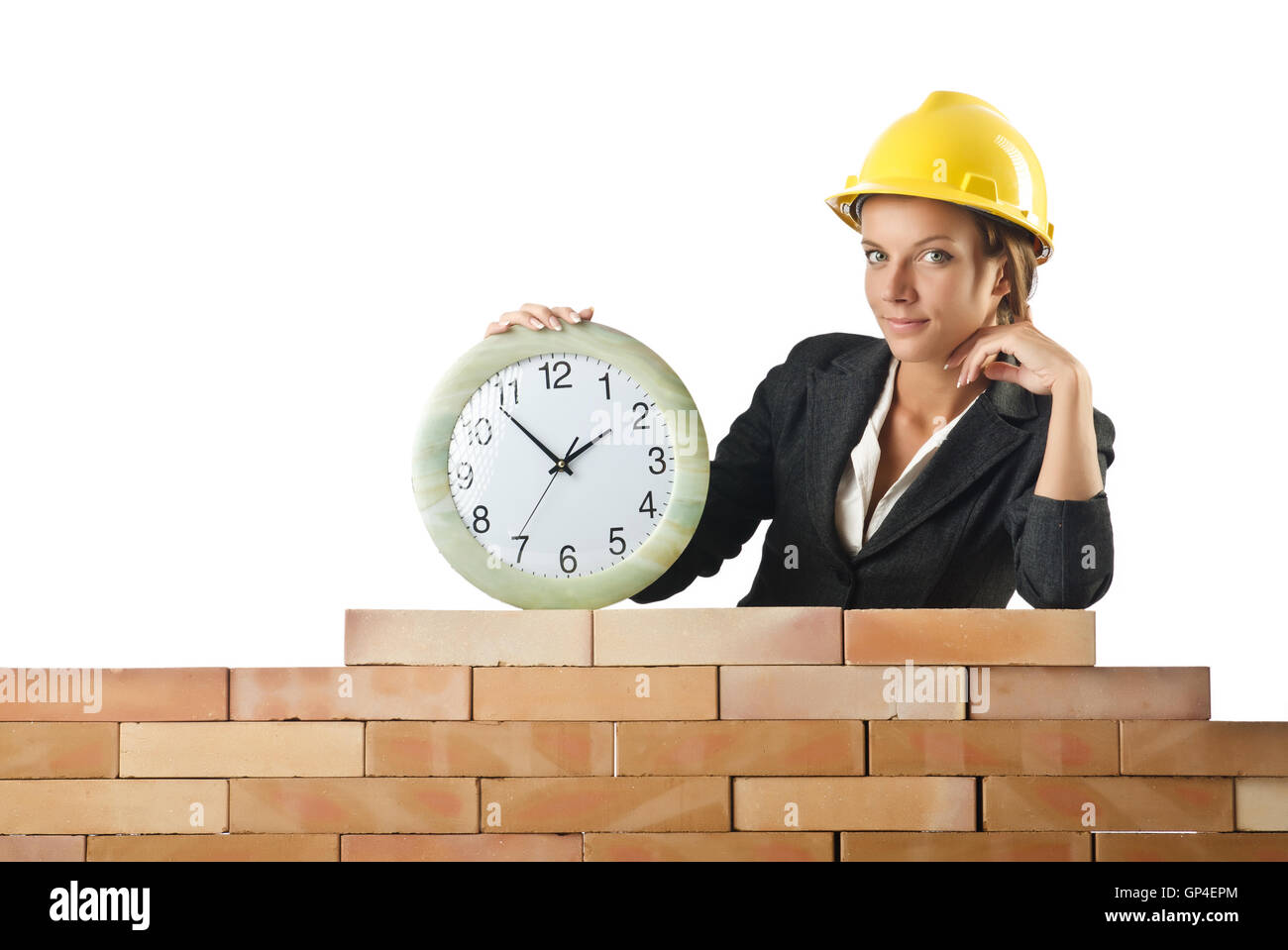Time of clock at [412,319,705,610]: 1:53
